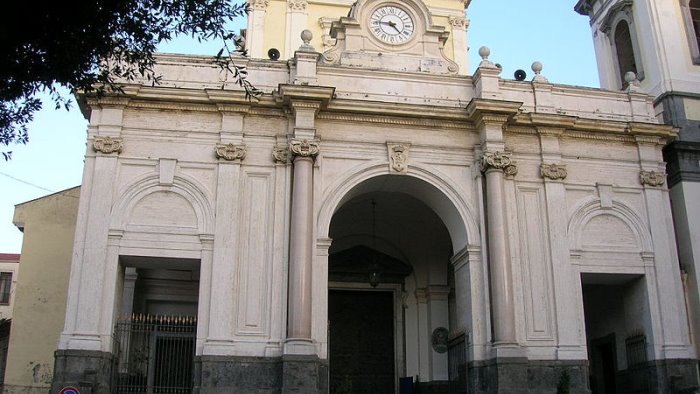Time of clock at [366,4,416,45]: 4:45
